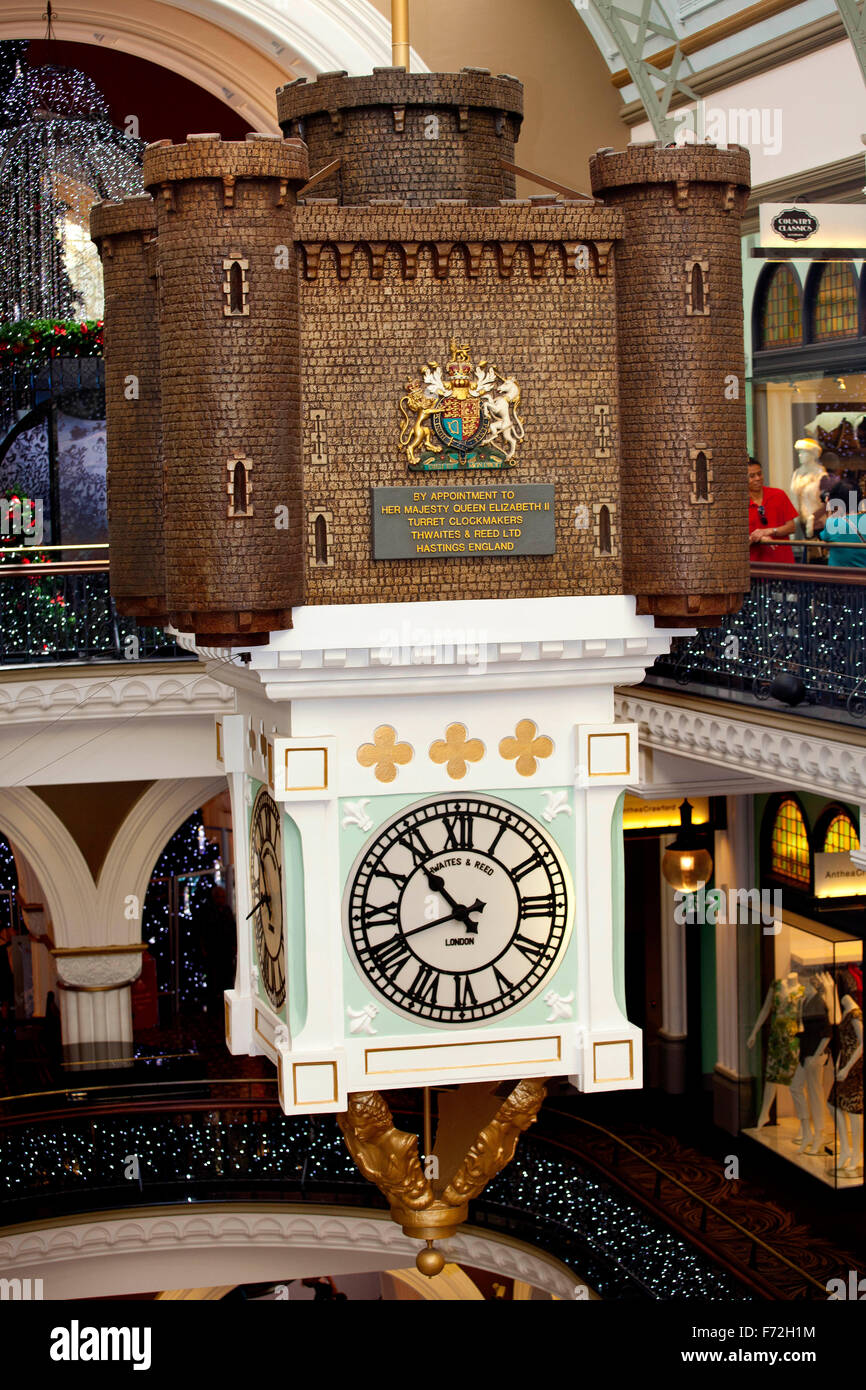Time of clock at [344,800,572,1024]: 10:41
